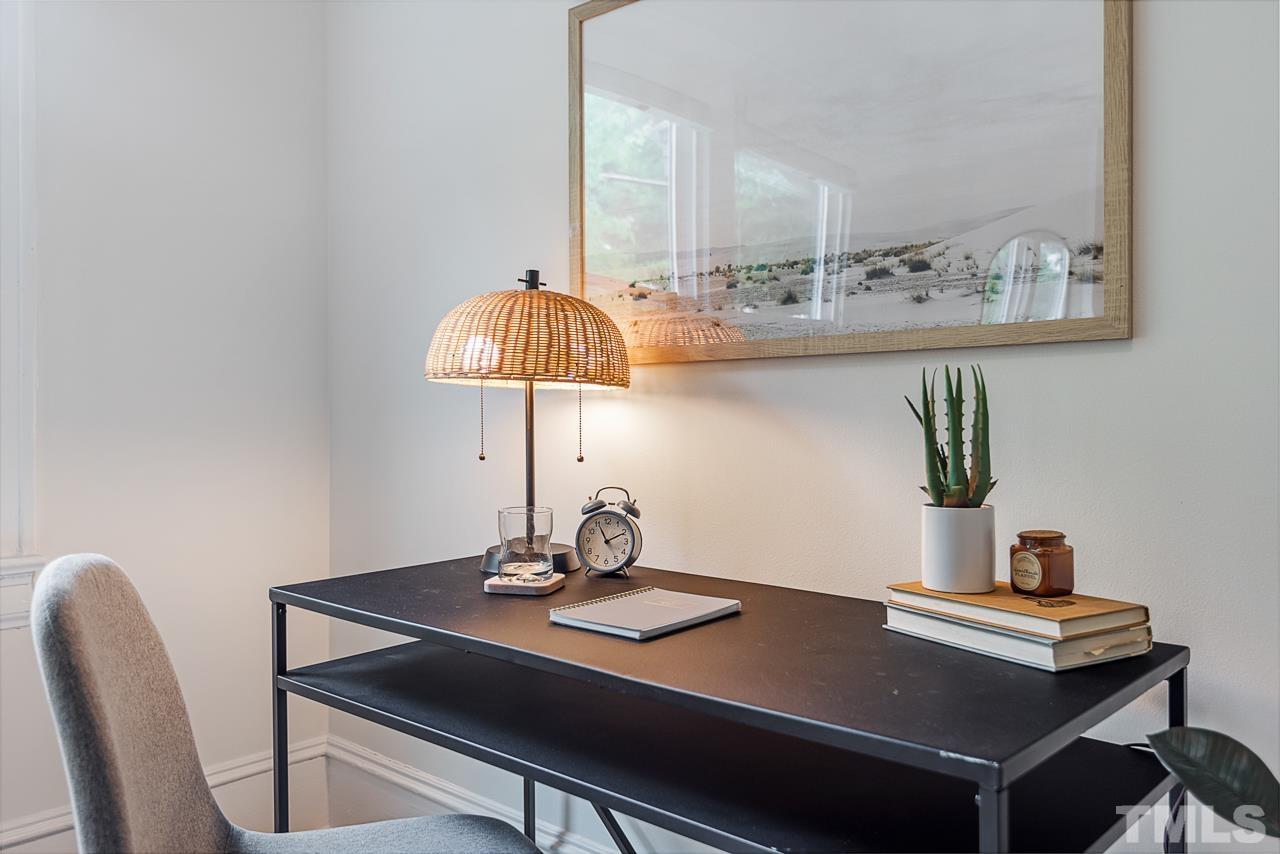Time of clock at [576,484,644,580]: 11:10
